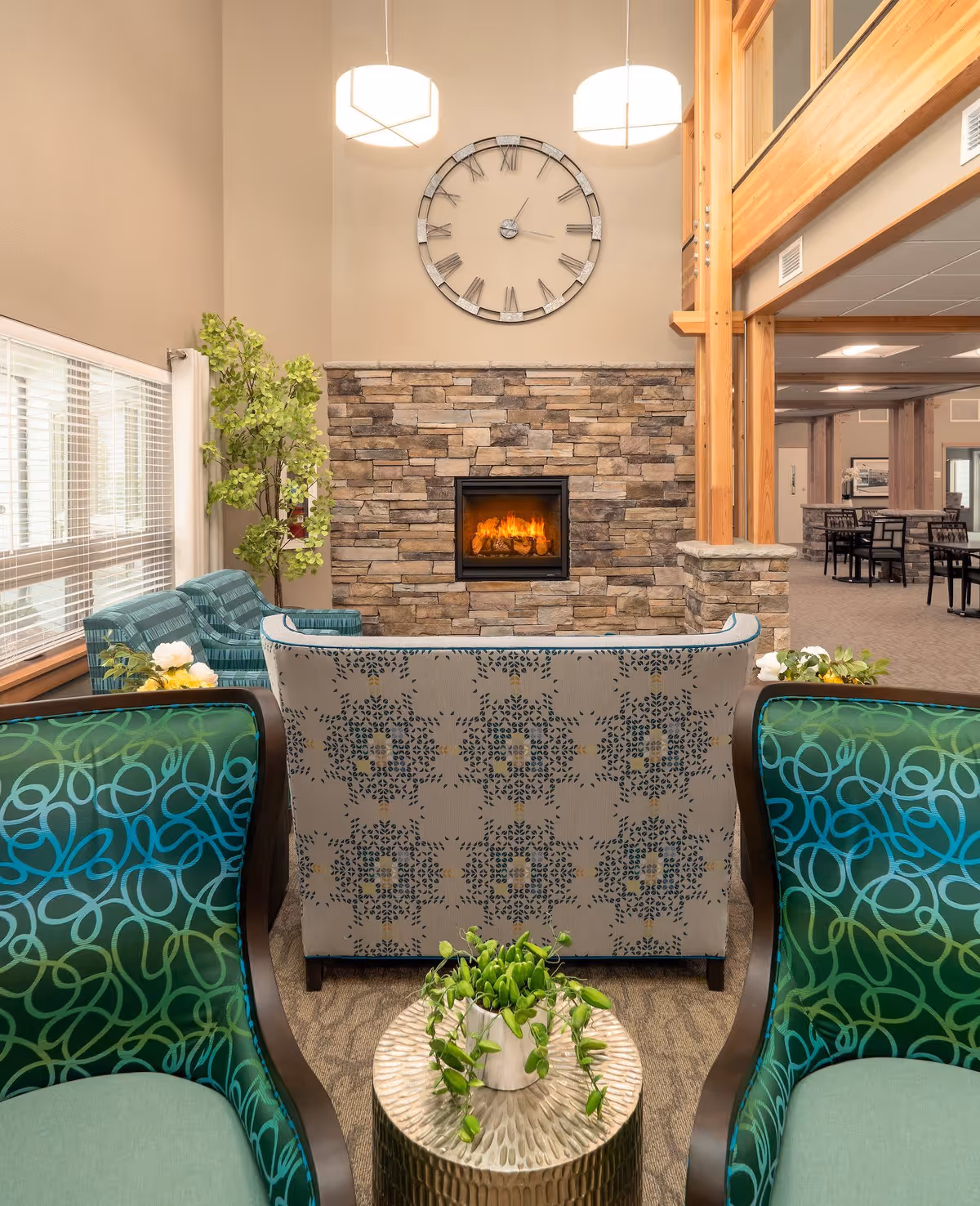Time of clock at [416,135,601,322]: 1:16
